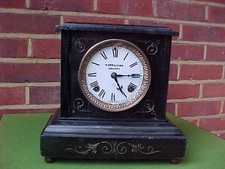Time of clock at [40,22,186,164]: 5:14
